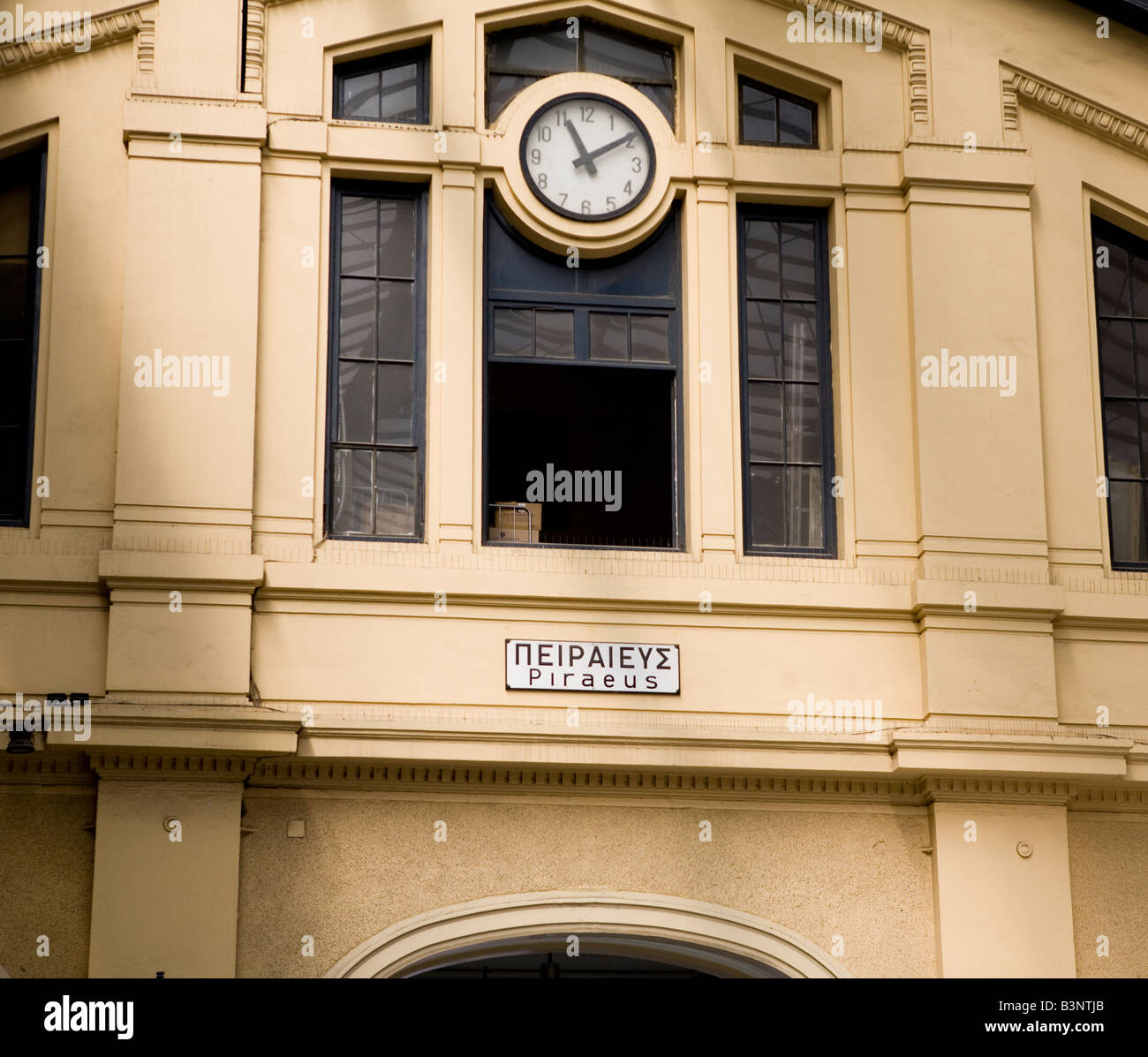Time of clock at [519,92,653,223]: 11:09
